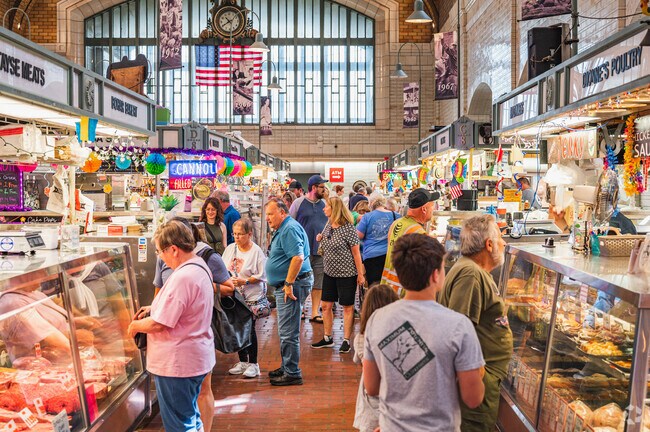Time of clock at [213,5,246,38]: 10:40
